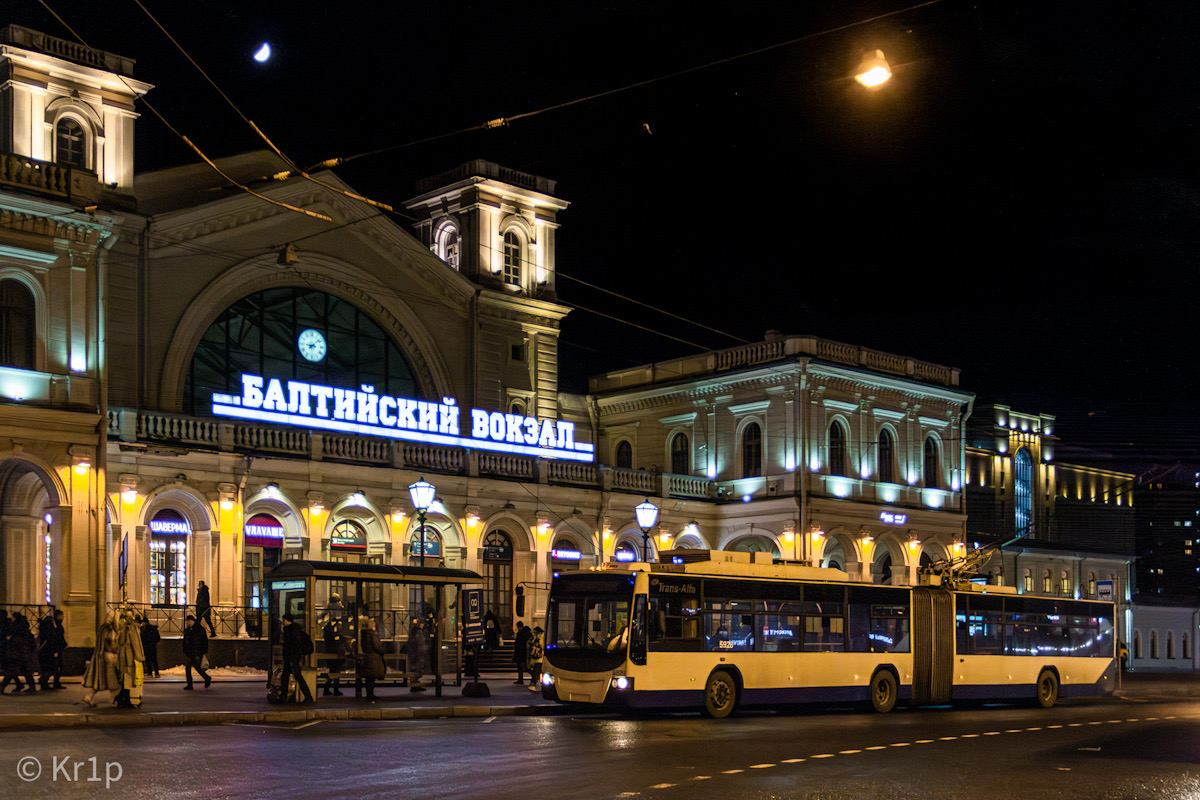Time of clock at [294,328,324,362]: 9:08
